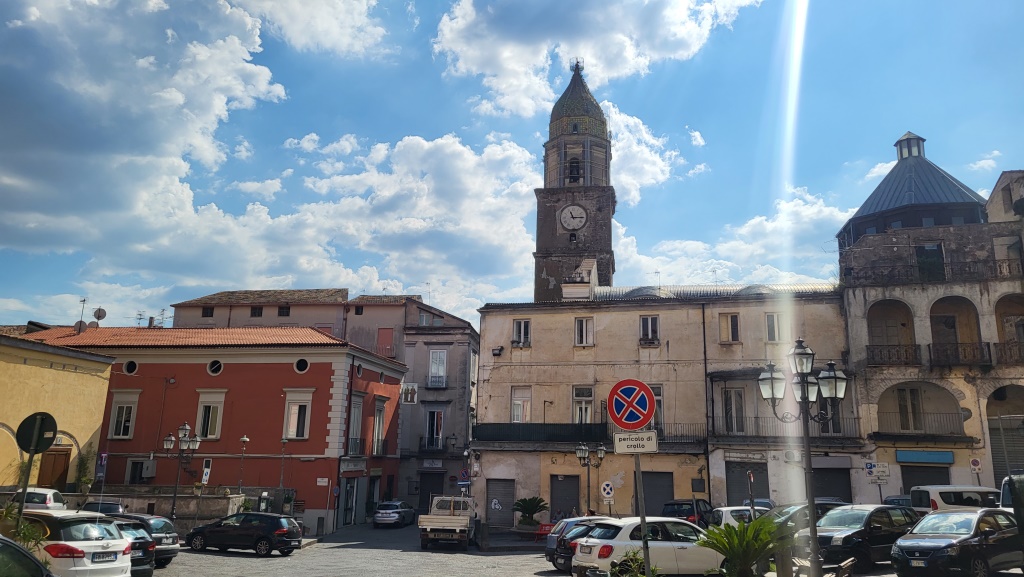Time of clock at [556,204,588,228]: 11:14
